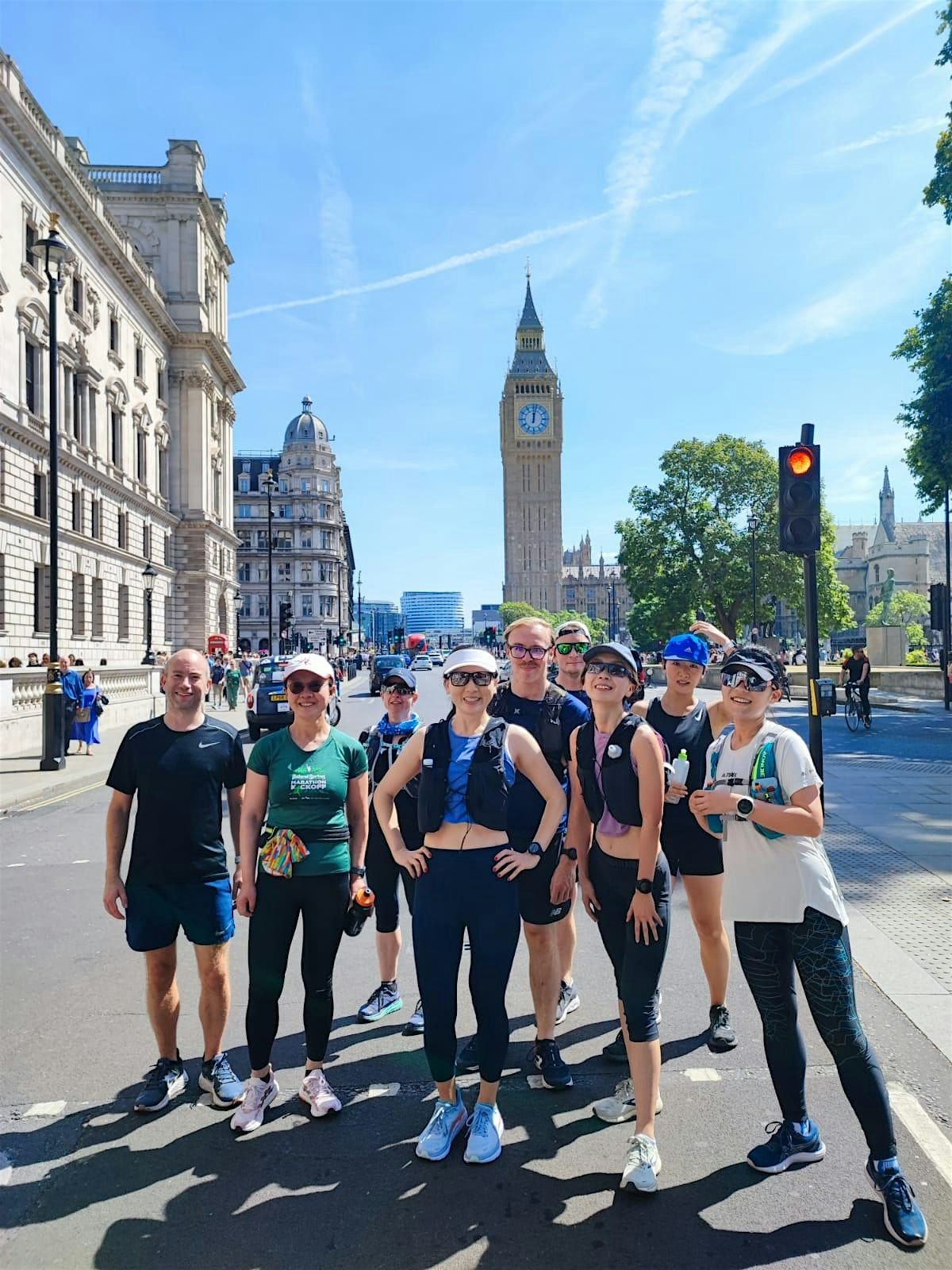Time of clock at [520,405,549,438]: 12:01
